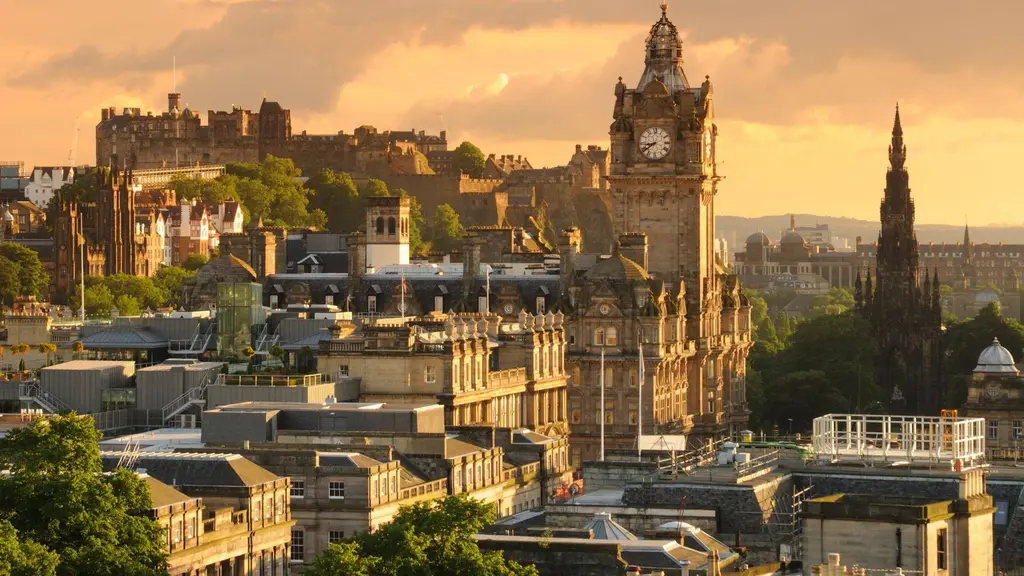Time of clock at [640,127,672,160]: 8:39
